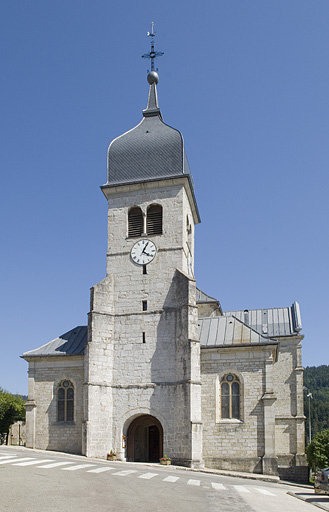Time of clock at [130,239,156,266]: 4:04
